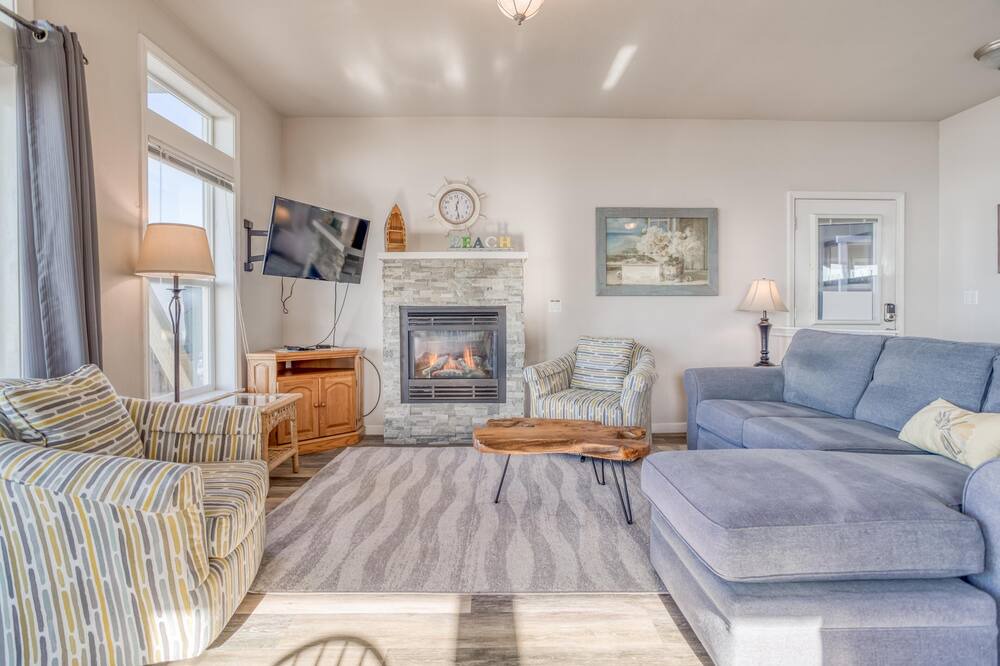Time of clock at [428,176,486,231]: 12:28
